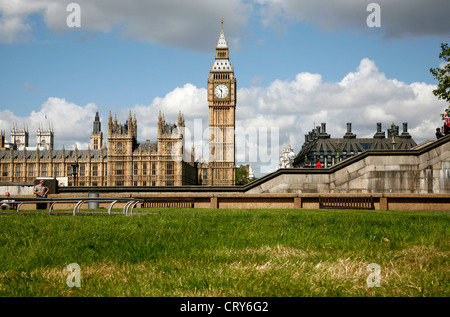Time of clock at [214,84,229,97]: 10:30
